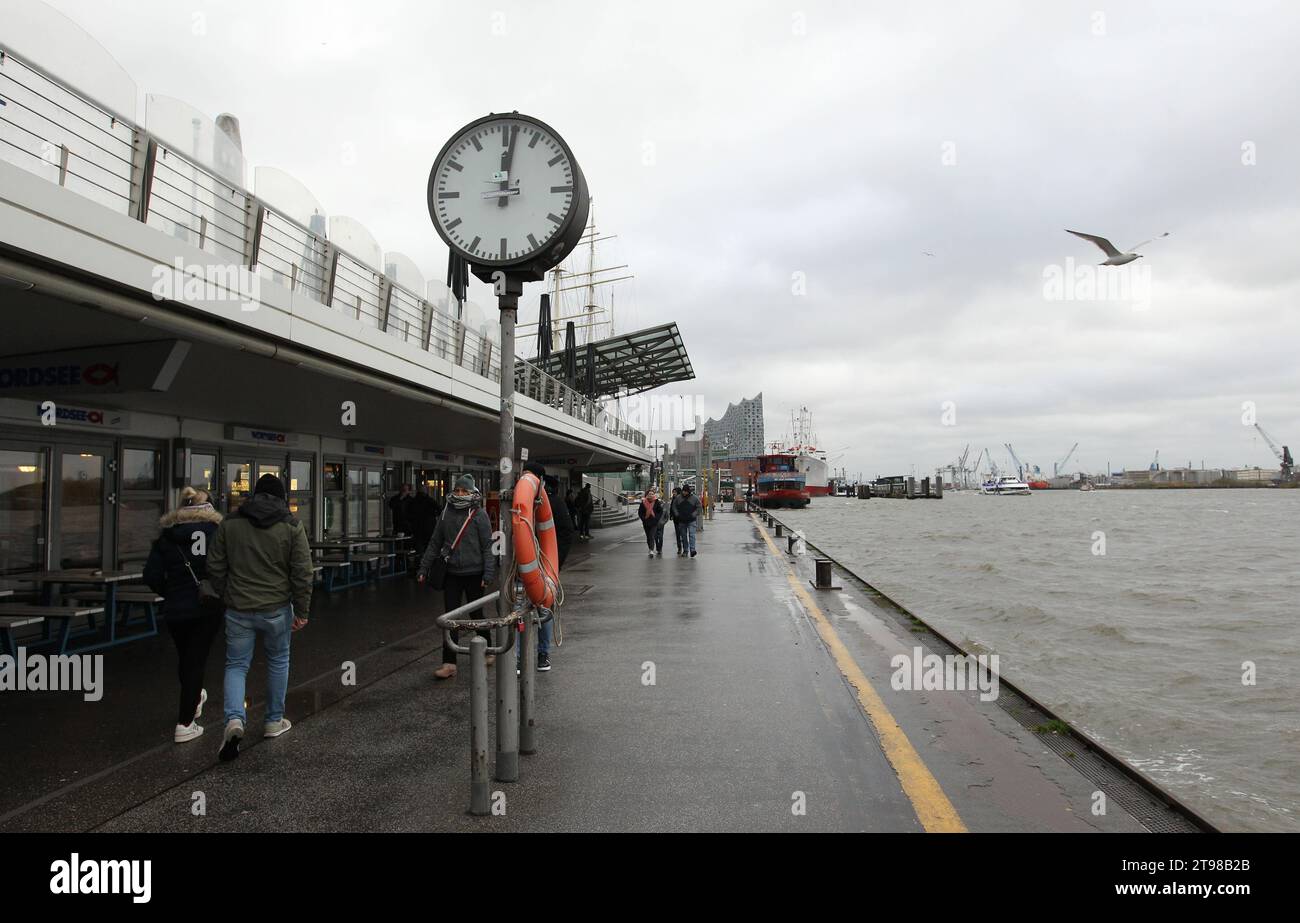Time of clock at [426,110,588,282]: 12:01
